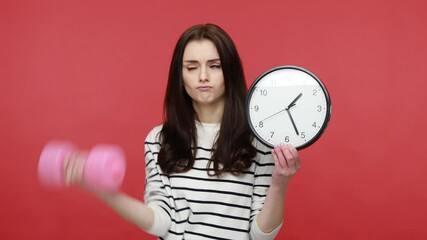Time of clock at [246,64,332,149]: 1:26
